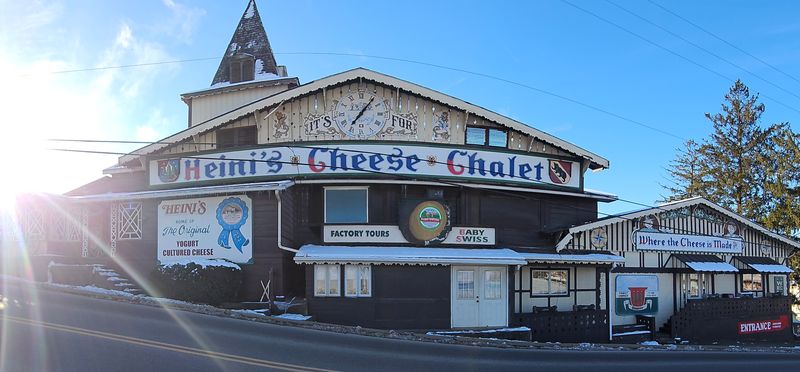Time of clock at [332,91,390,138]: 7:06
